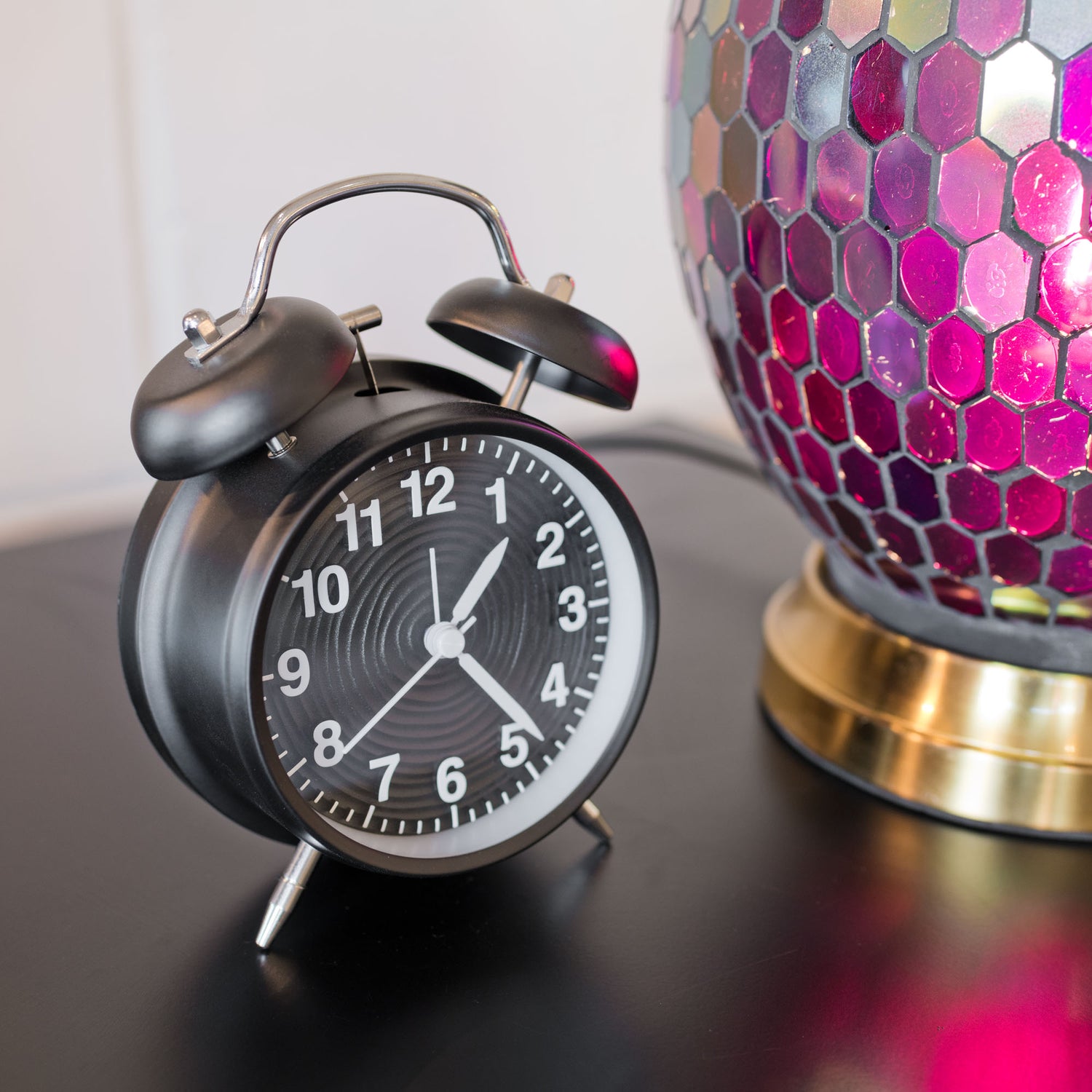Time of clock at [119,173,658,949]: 1:23
